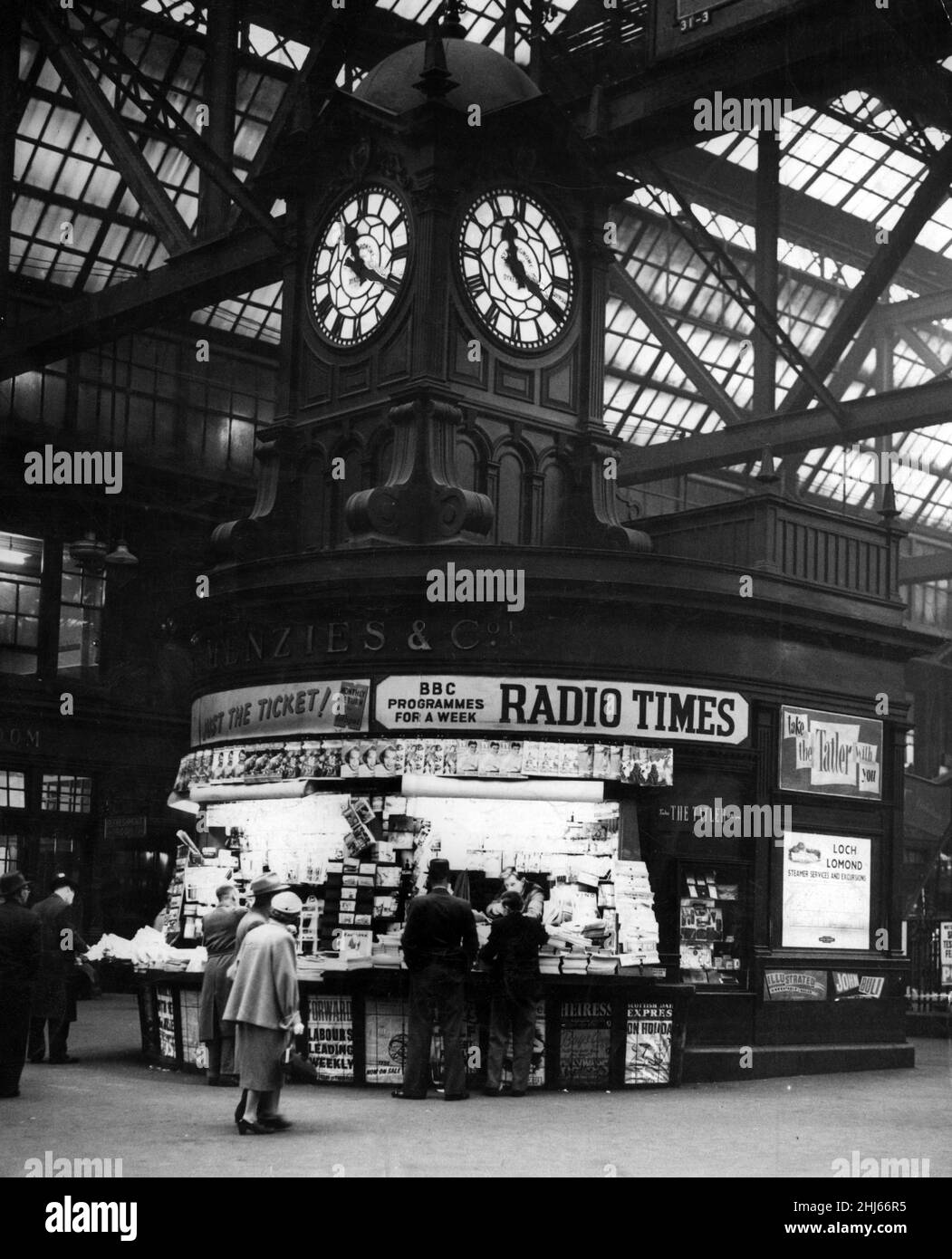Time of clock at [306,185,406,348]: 11:19
